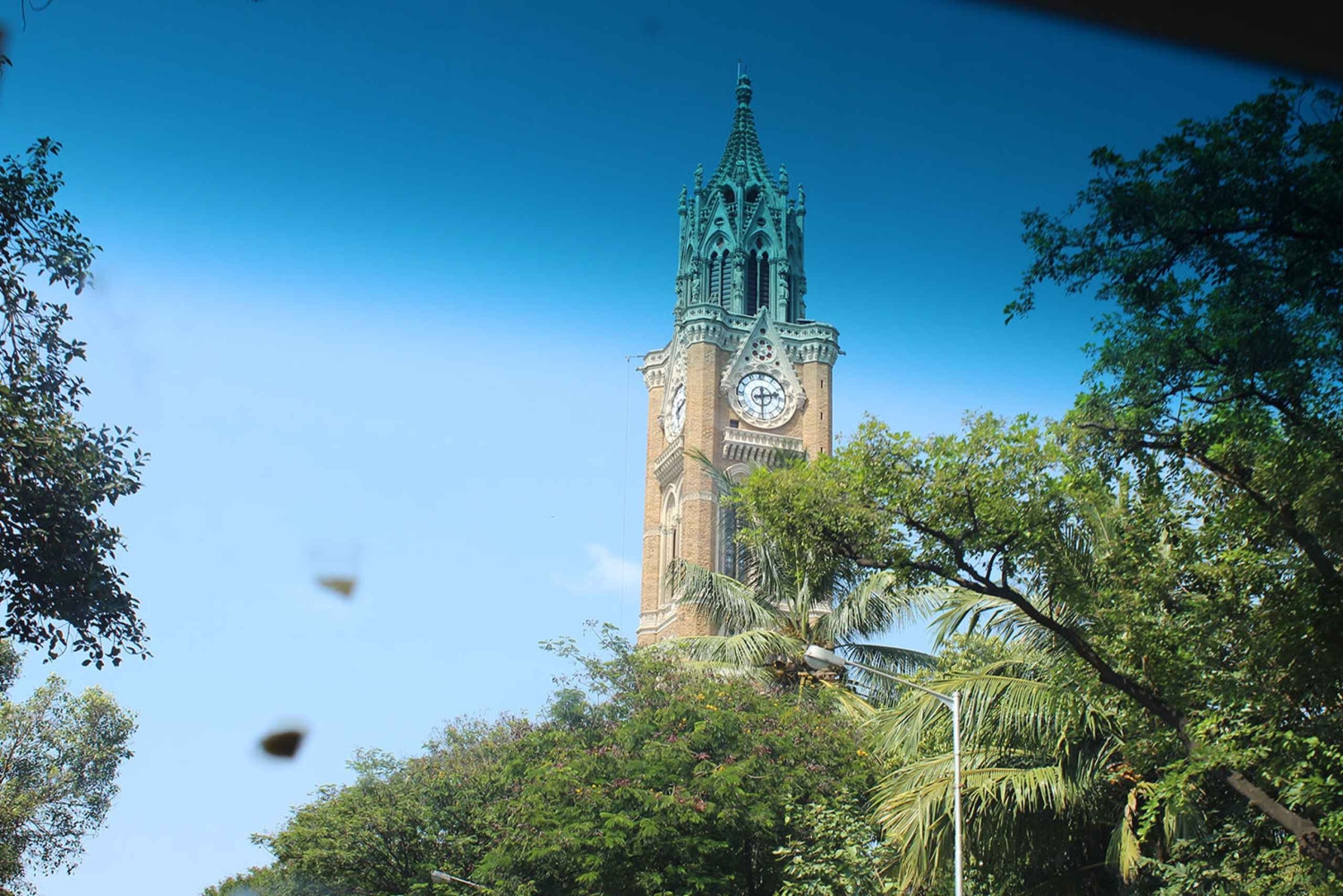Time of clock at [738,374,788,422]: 2:29
